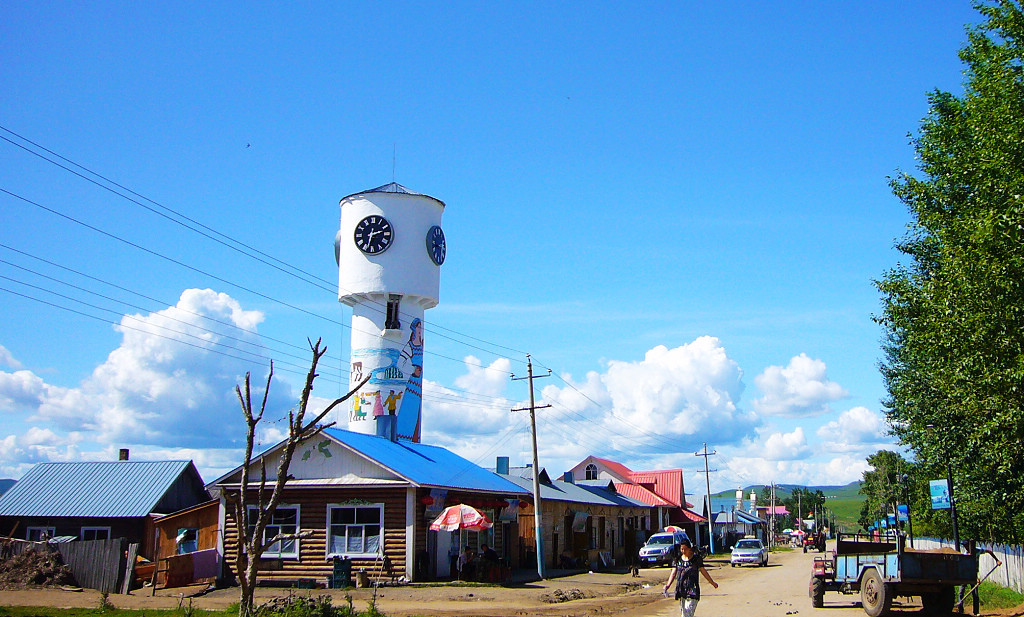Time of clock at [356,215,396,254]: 2:32
